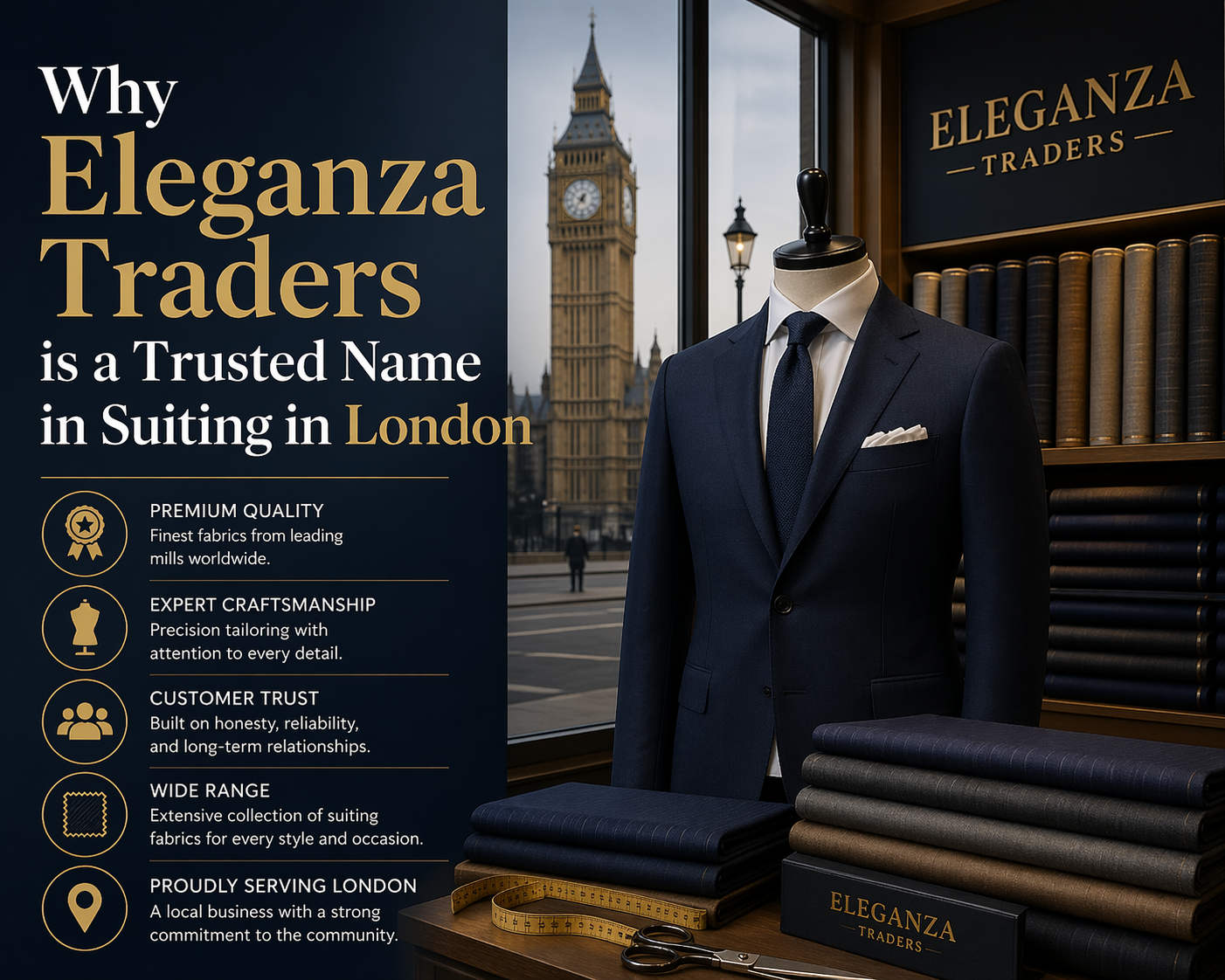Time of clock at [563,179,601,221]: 12:36
